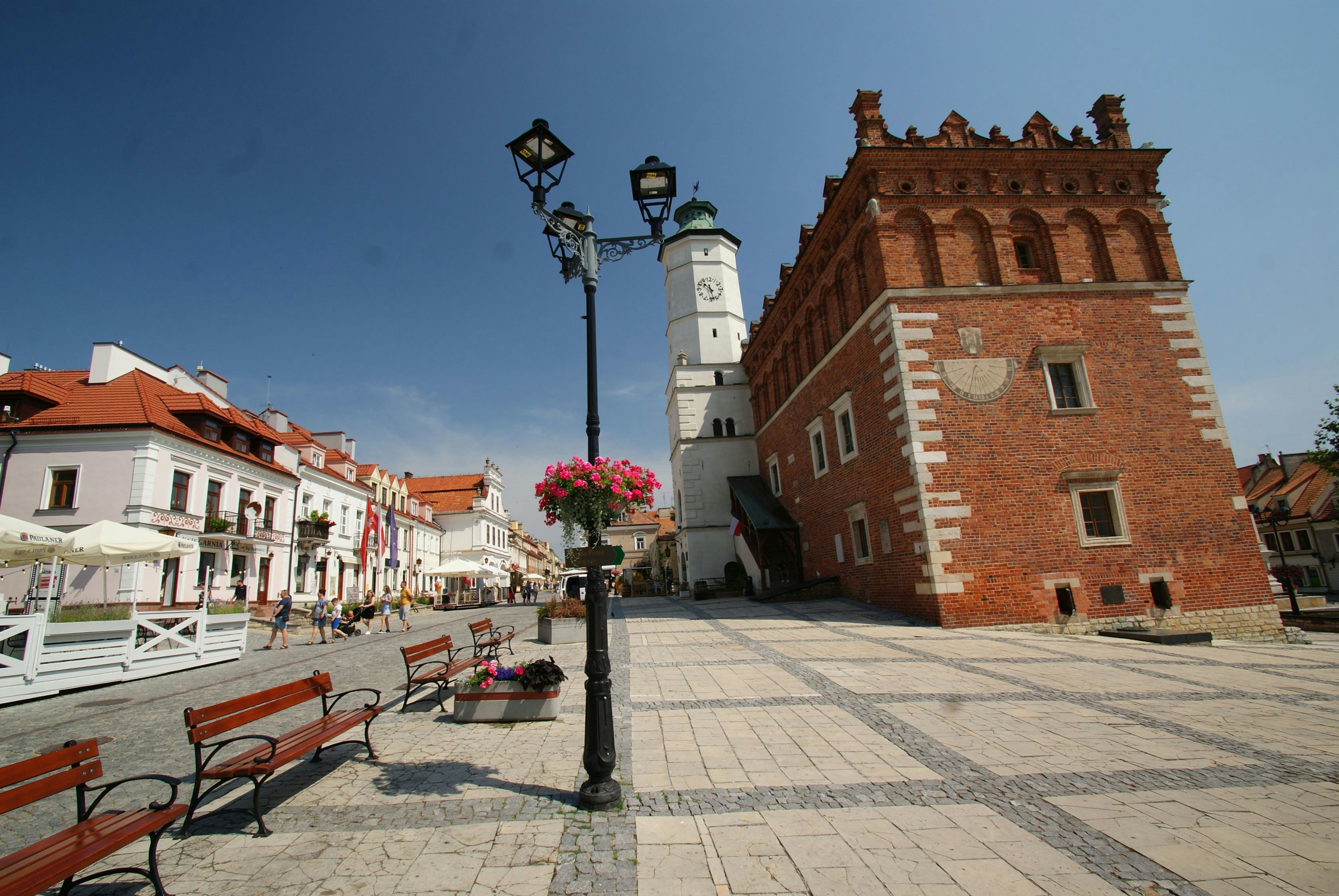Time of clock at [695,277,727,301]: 10:28
